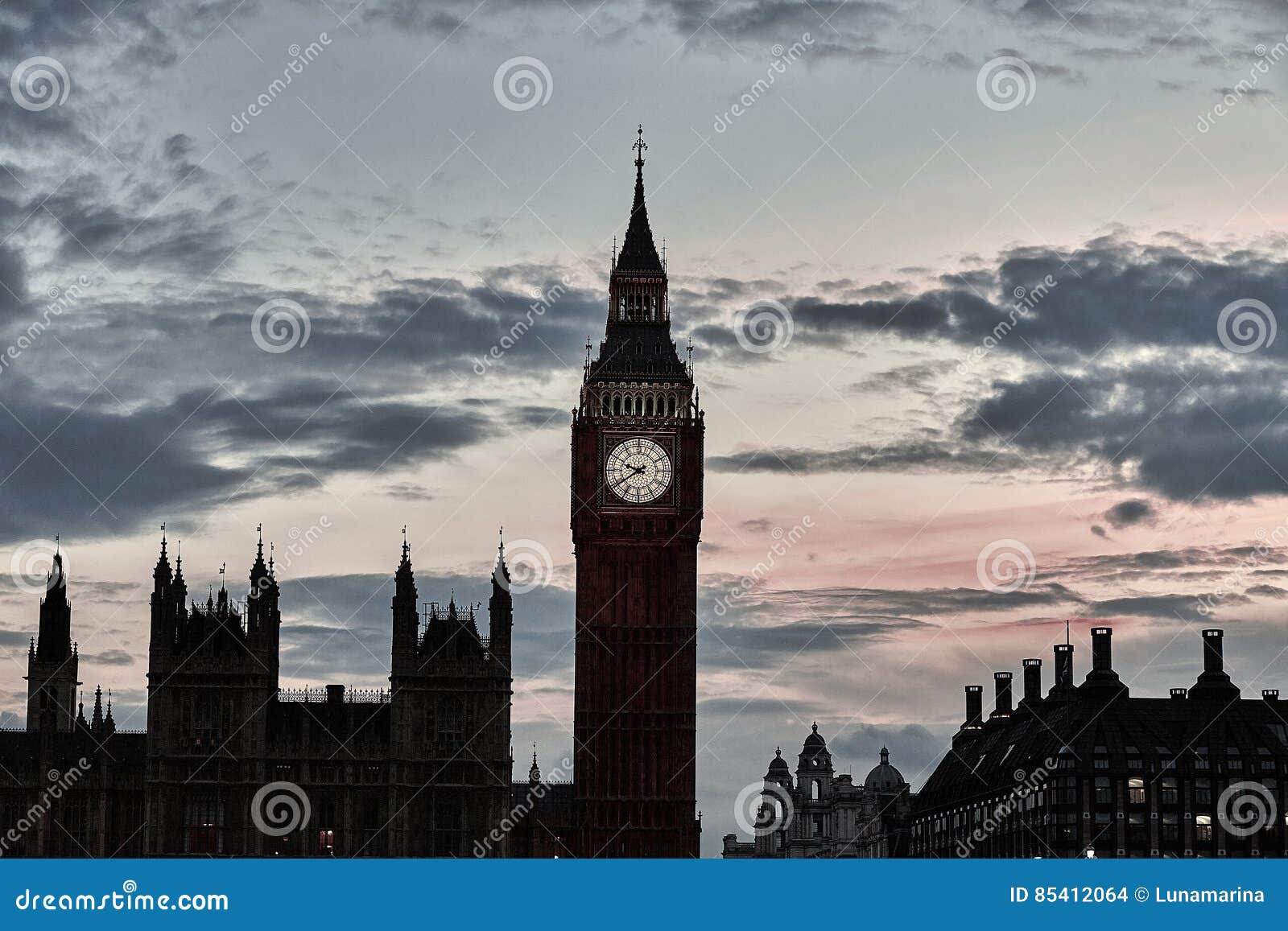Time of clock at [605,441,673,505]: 9:39
